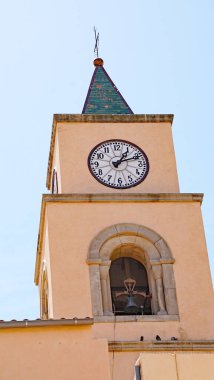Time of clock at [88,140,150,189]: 1:11
